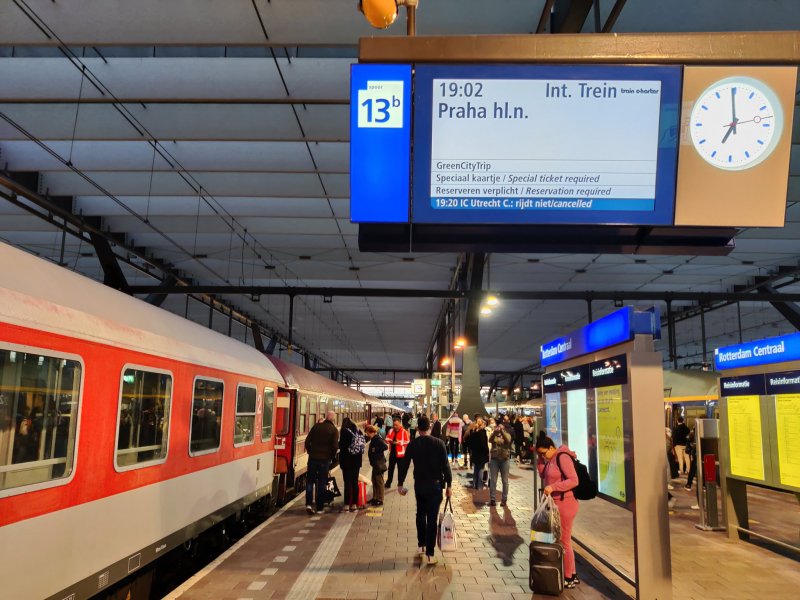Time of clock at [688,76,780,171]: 6:59
